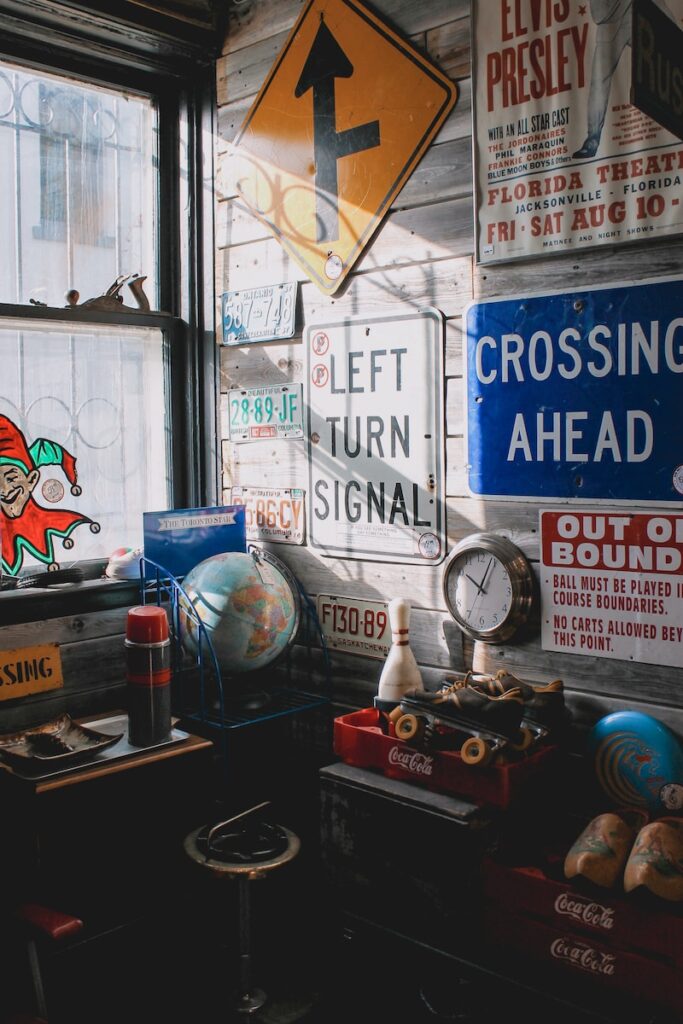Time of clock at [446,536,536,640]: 10:04
